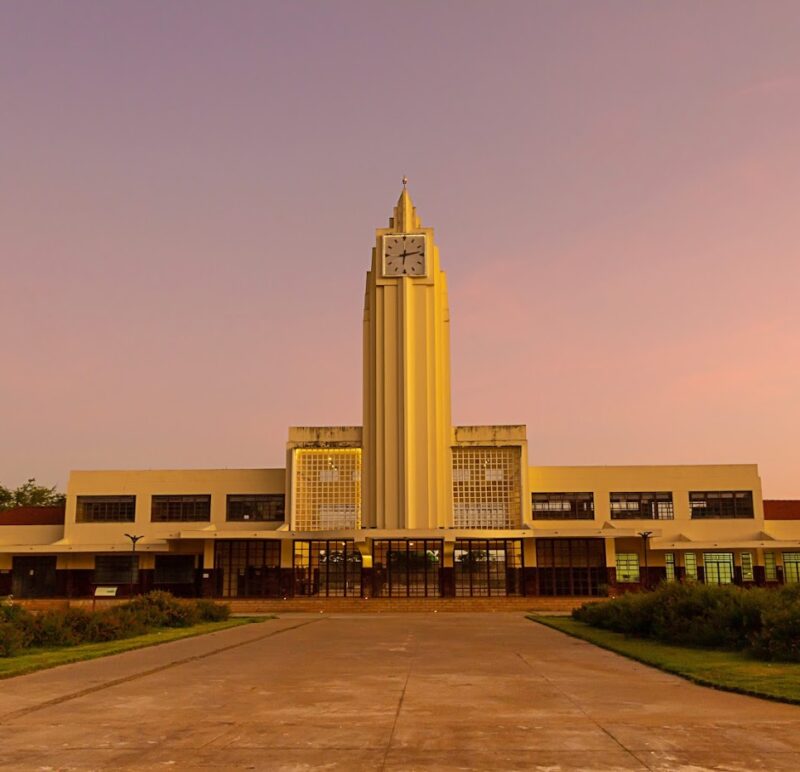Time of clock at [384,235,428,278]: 6:13
